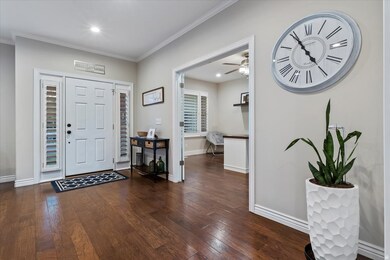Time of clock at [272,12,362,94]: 4:54
